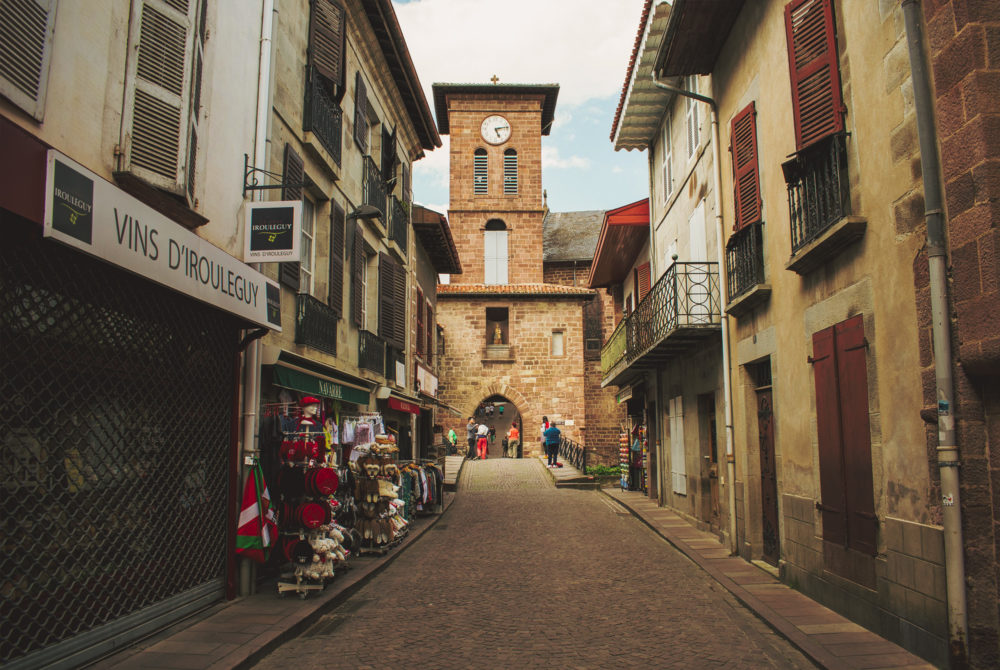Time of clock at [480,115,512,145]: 5:13
